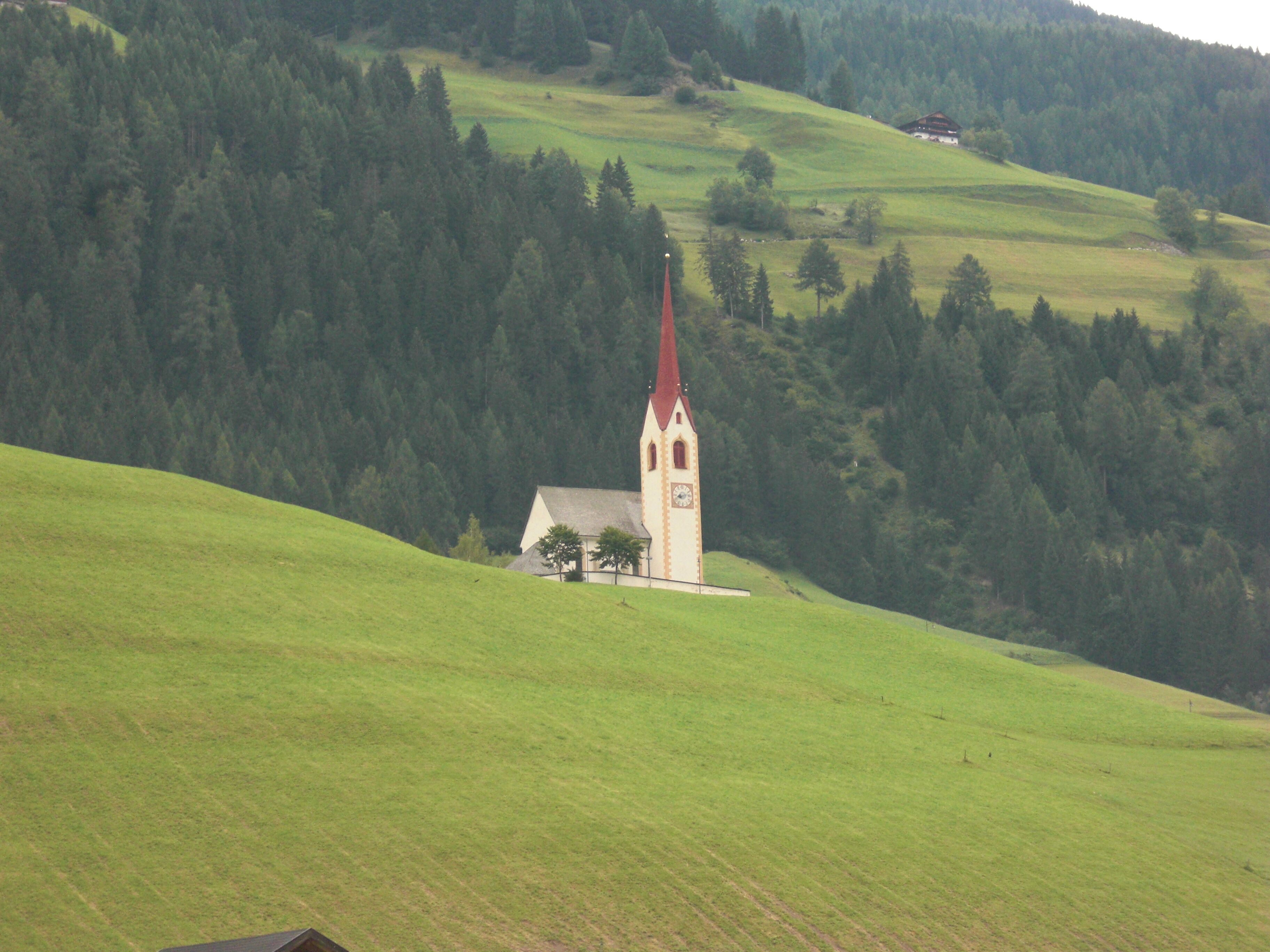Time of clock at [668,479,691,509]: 8:12
